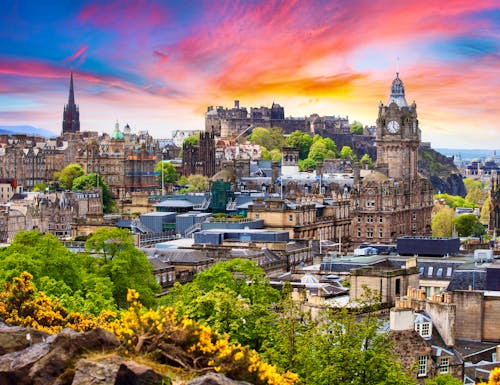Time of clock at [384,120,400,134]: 12:23
